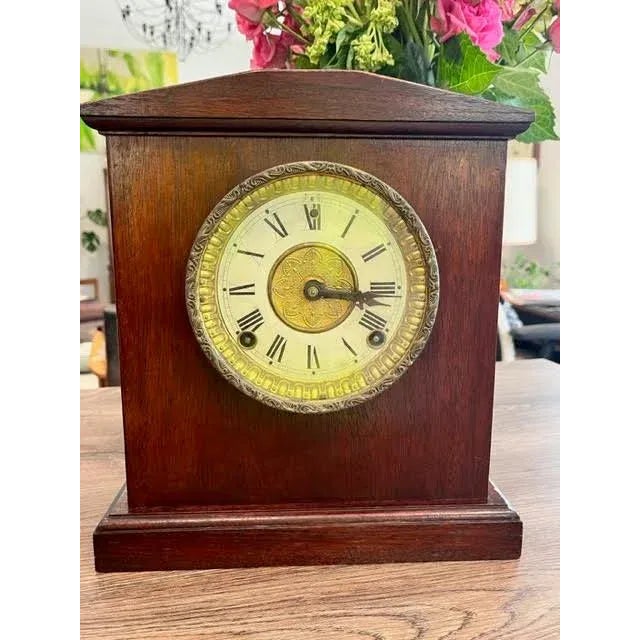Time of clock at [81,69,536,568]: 3:14
